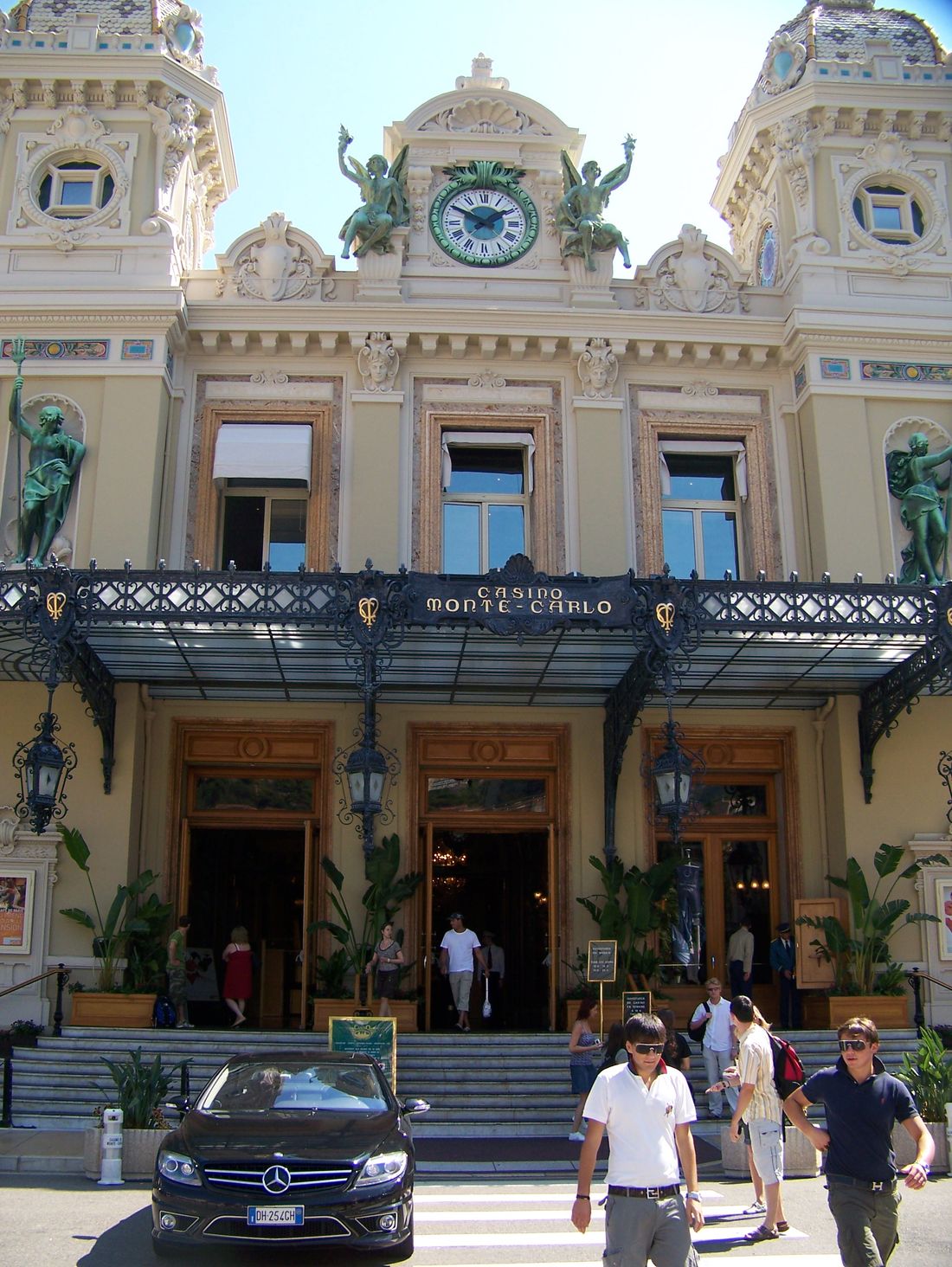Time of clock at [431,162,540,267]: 1:50
